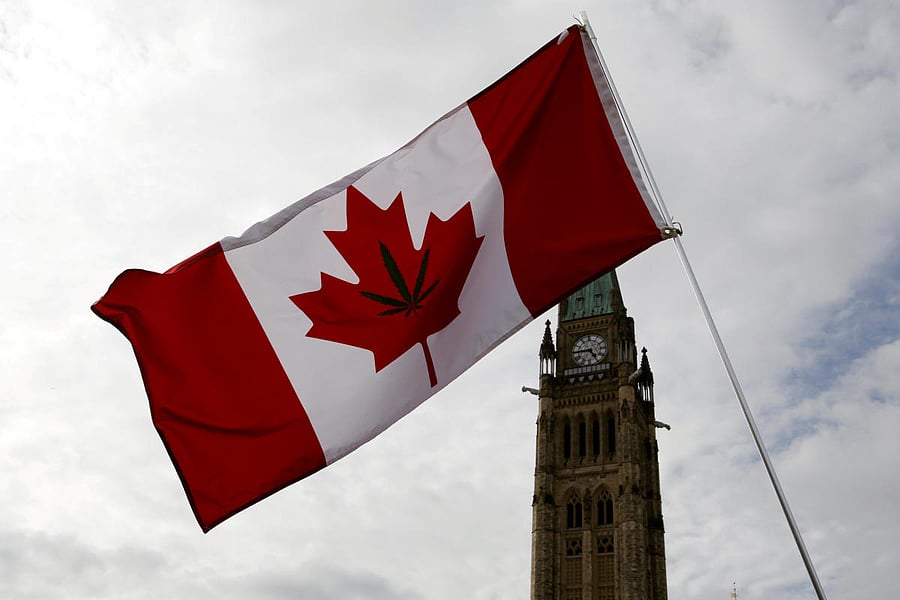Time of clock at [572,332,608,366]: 4:44
